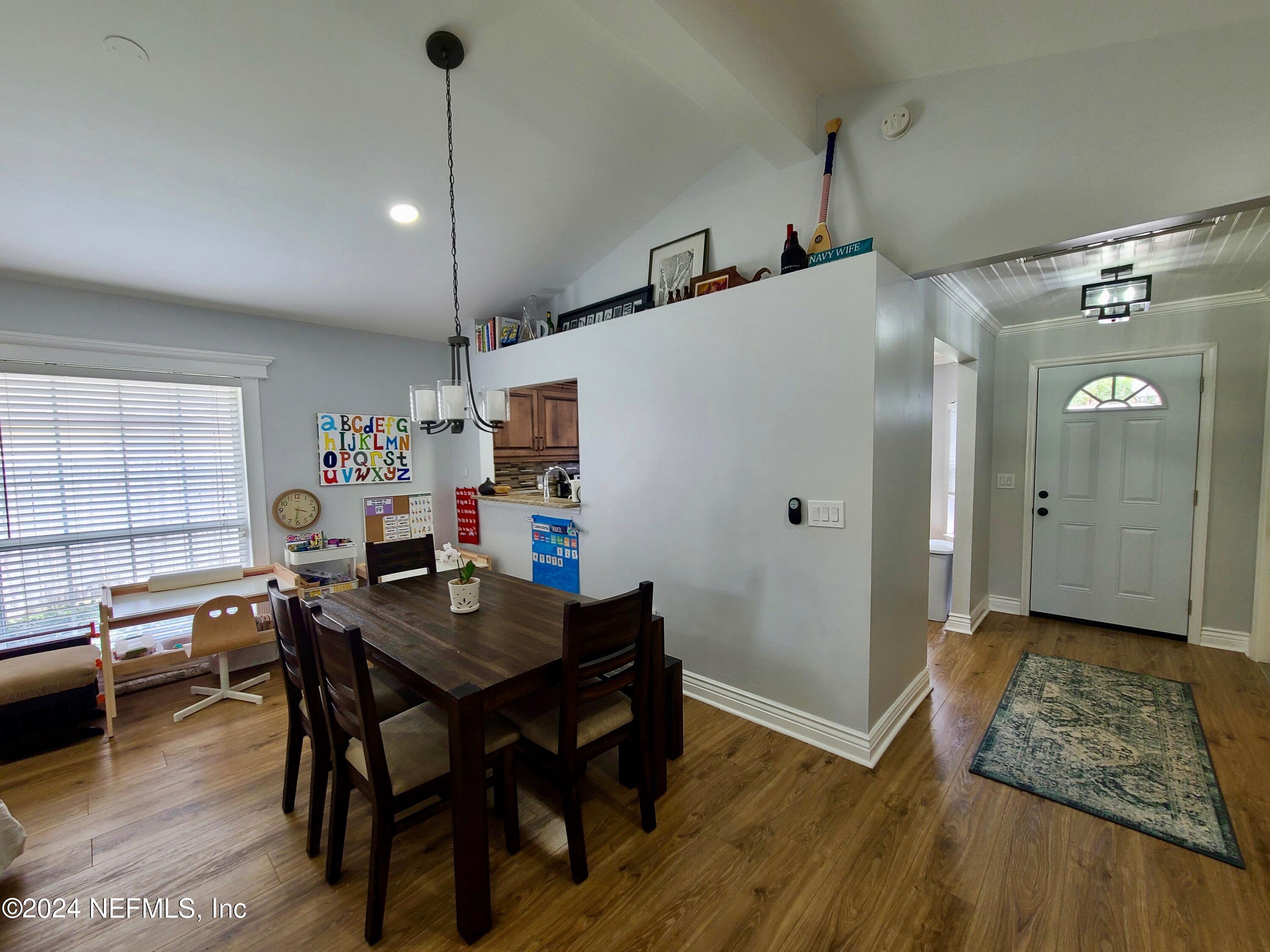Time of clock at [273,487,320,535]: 3:31
